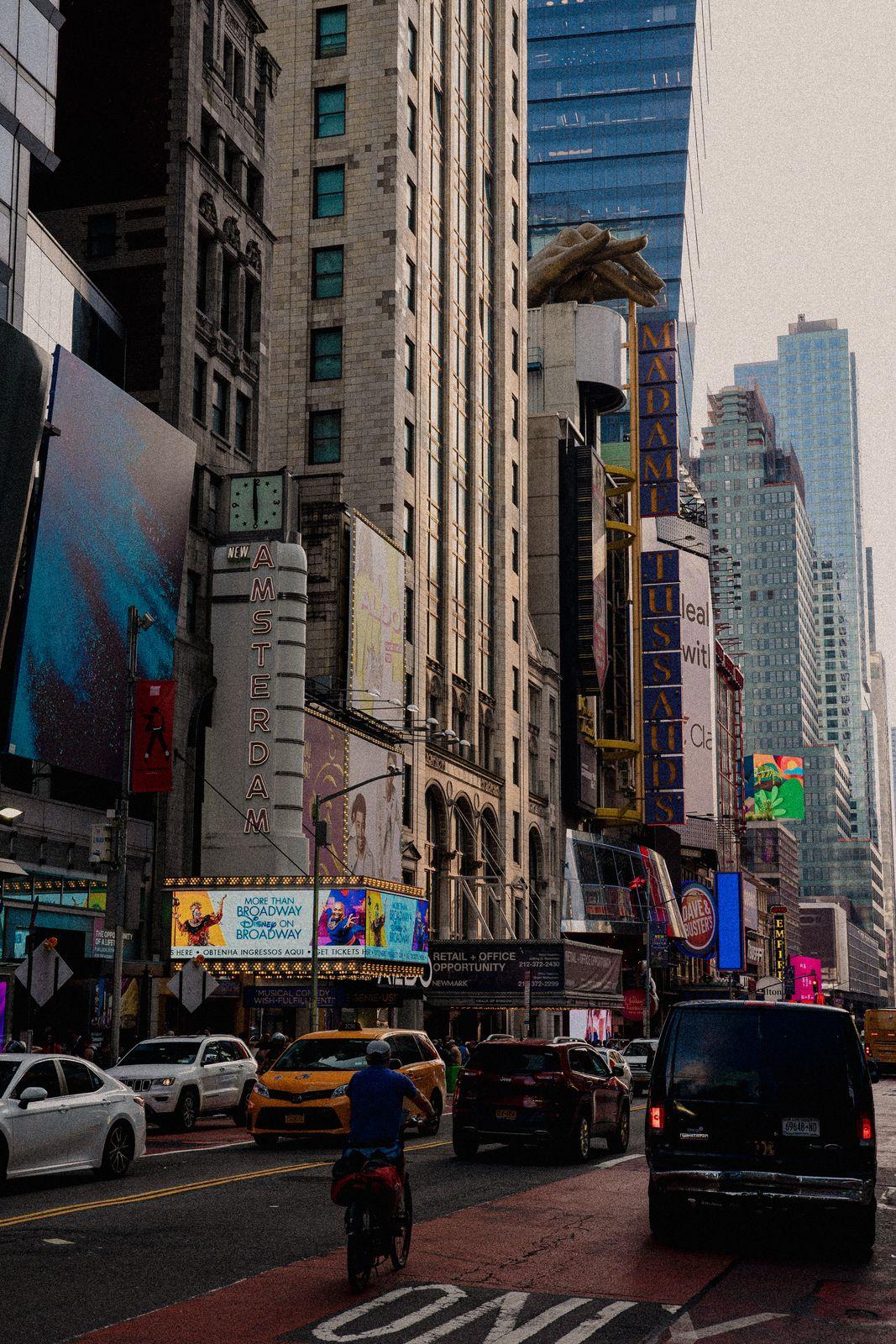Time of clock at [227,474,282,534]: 5:59
